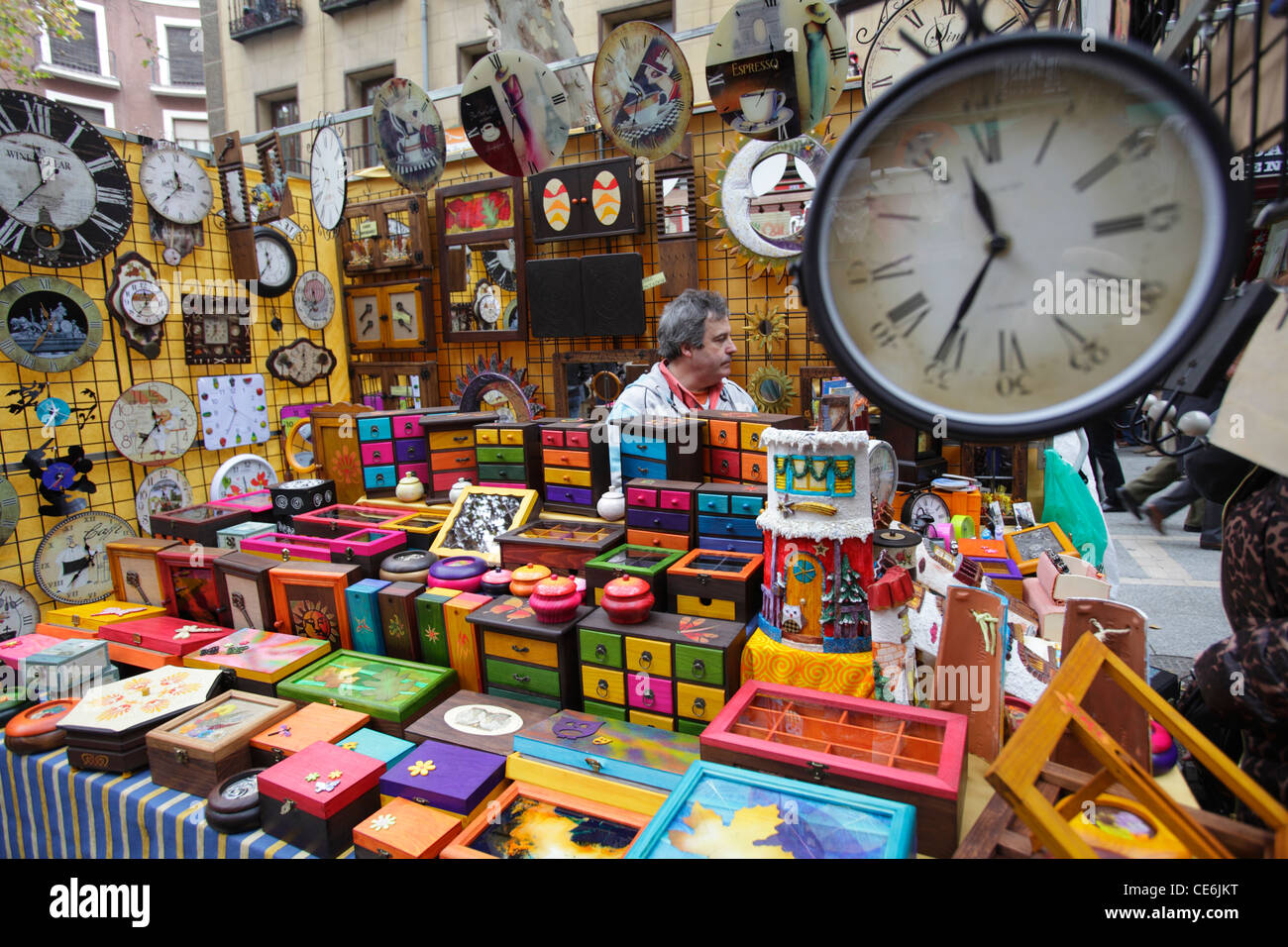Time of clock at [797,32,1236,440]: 11:35
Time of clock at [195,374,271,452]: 6:59
